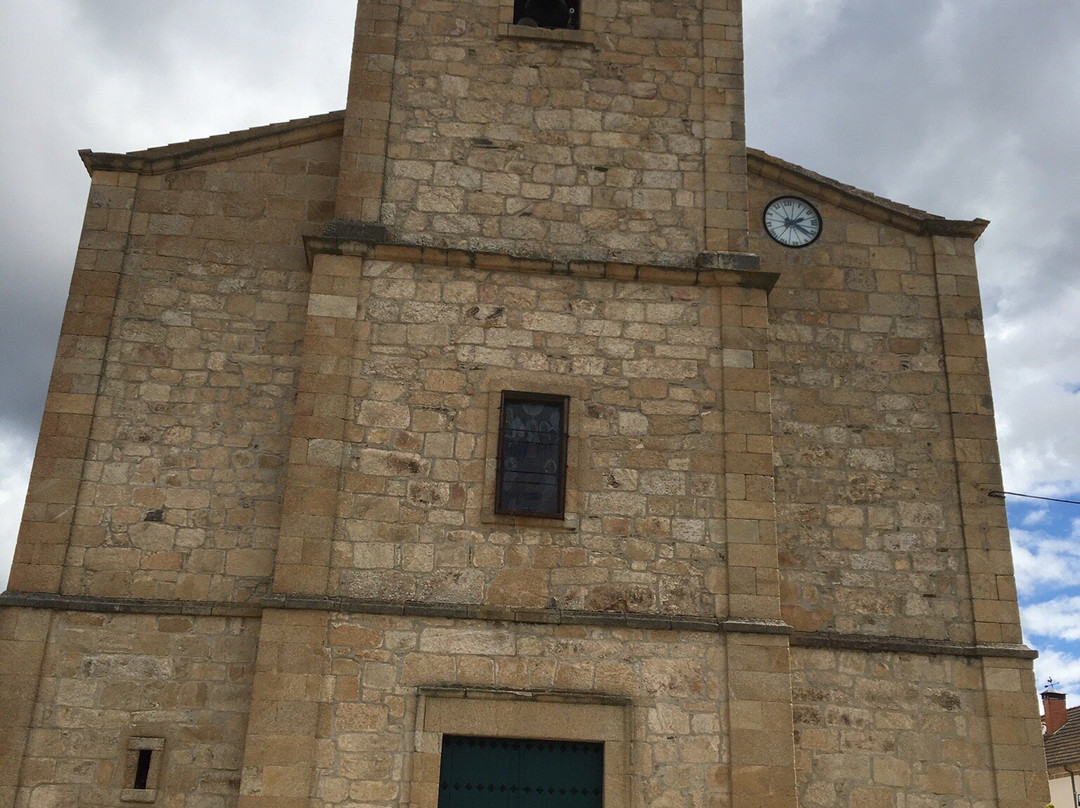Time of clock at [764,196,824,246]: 2:21
